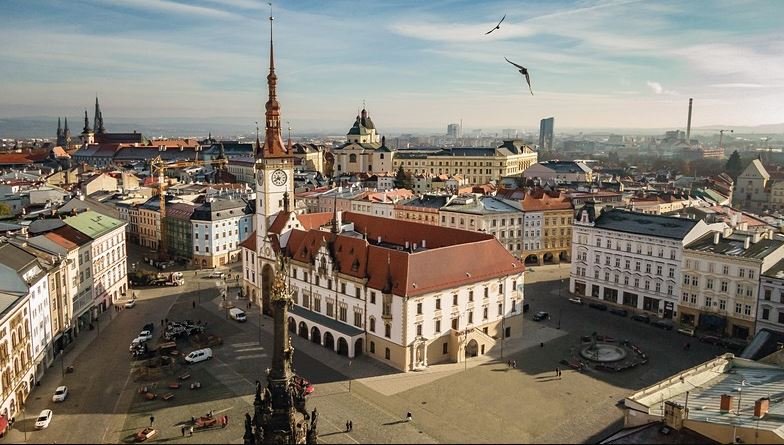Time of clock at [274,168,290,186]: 5:40
